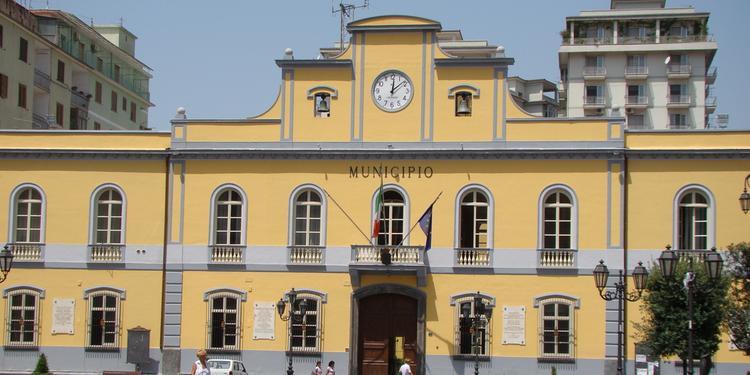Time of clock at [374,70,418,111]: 12:08
